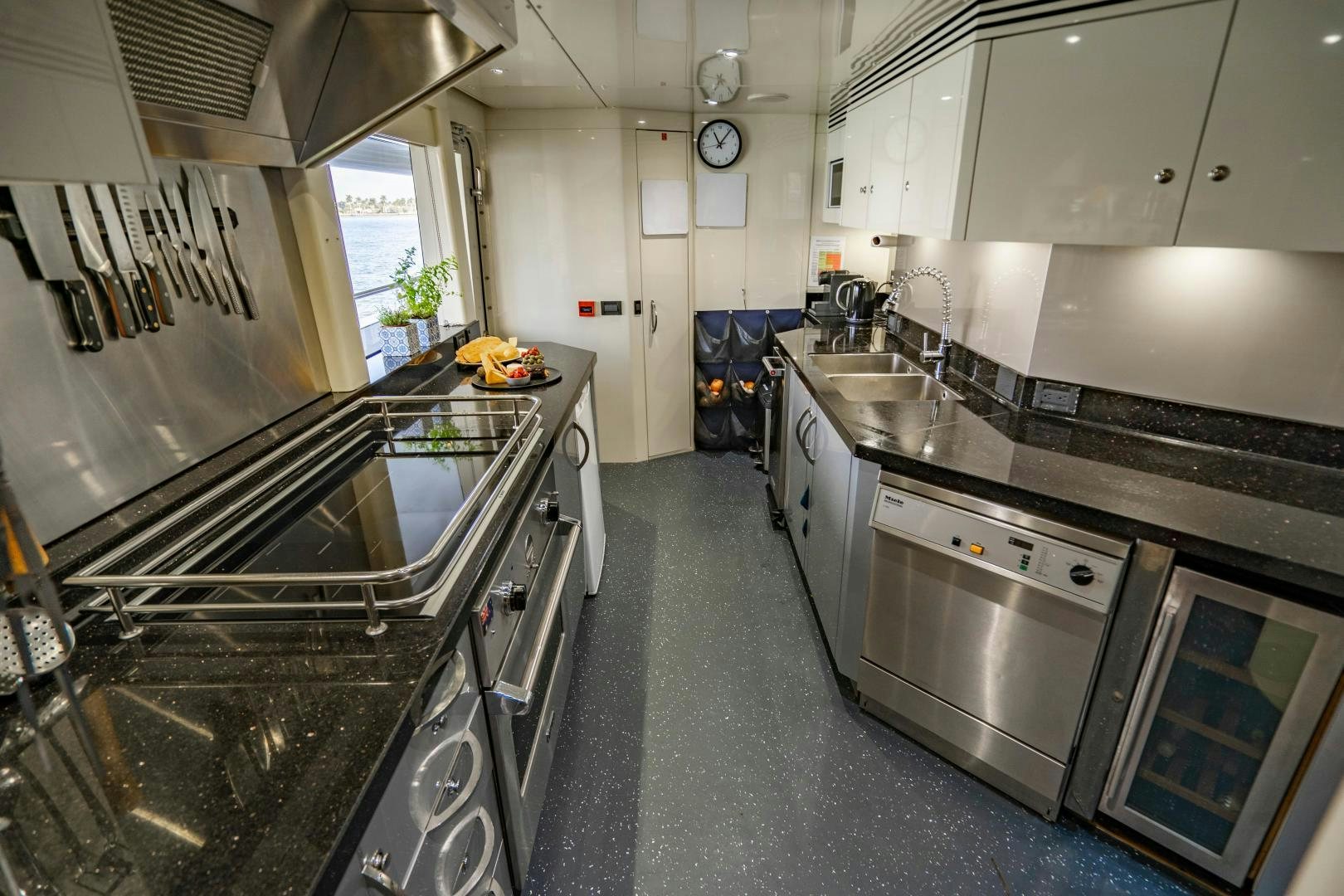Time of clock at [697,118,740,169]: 11:06
